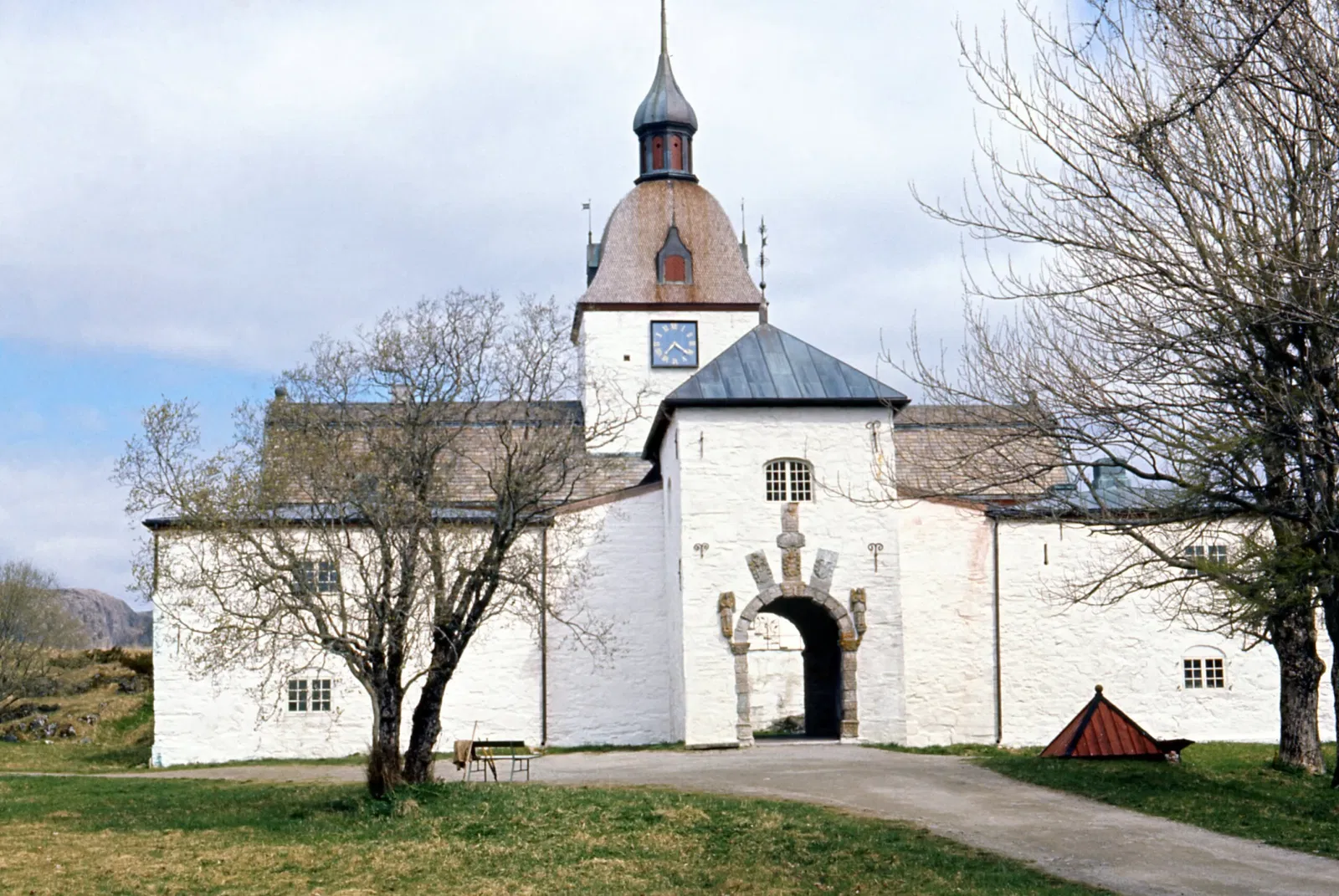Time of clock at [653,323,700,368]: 7:21
